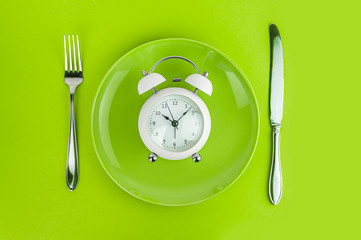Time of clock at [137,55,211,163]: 10:07
